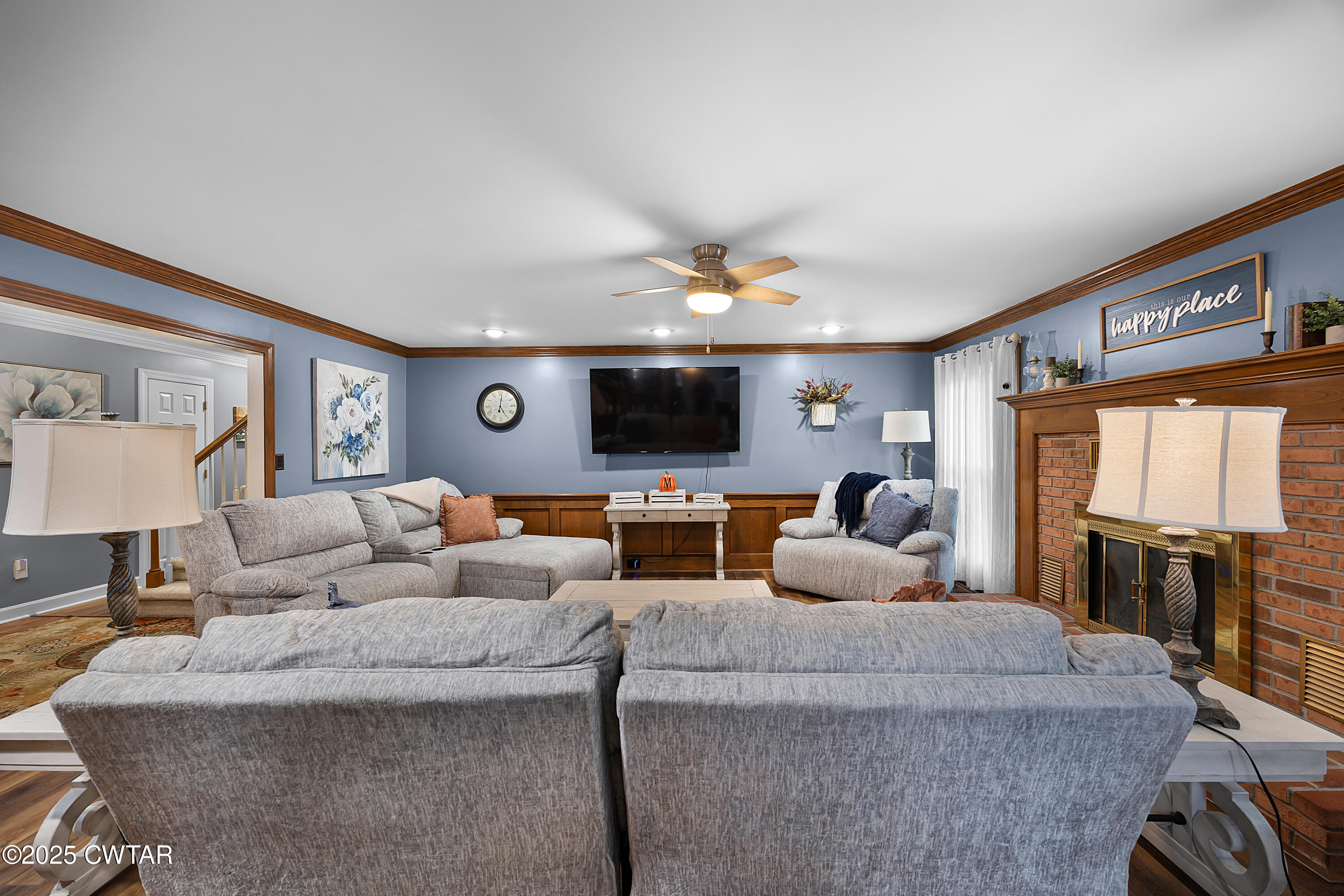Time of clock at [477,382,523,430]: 5:01
